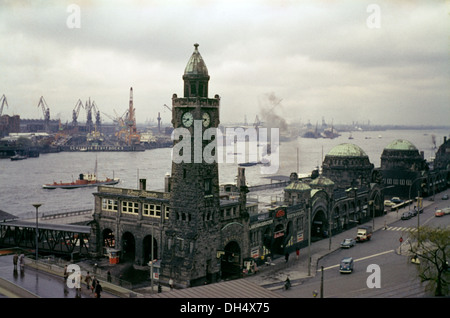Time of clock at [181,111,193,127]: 7:46
